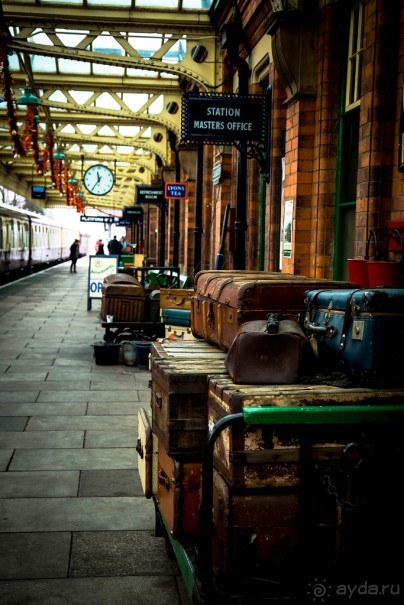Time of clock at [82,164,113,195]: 11:35
